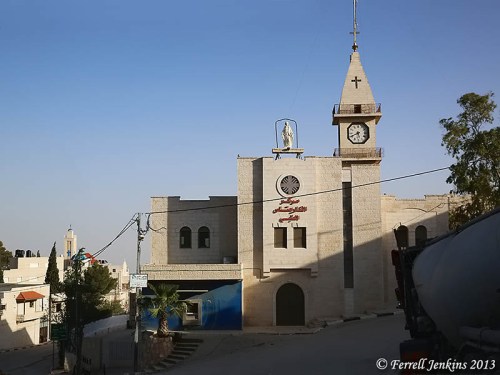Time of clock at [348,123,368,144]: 5:40
